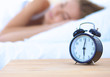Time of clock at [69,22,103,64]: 6:01
